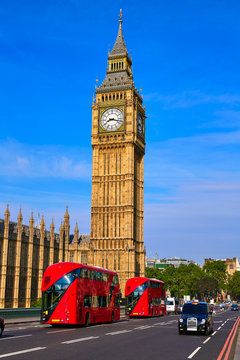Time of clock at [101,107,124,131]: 8:17
